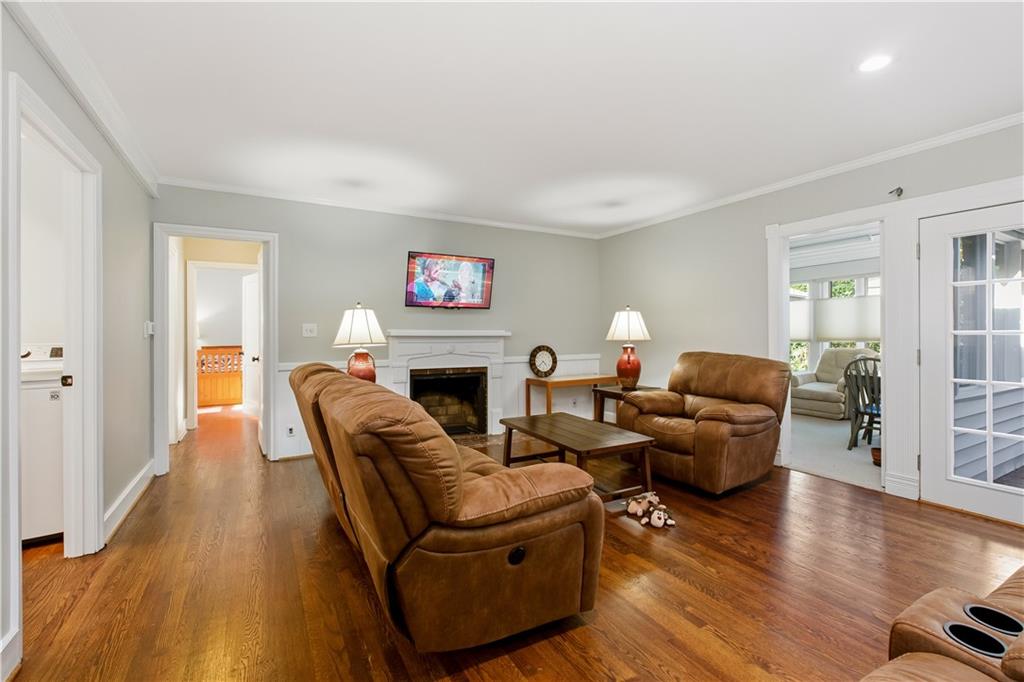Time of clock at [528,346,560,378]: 4:37
